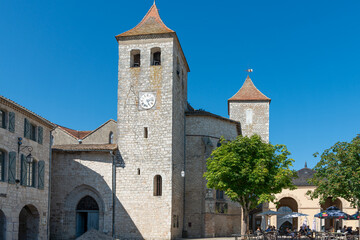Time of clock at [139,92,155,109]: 5:12
